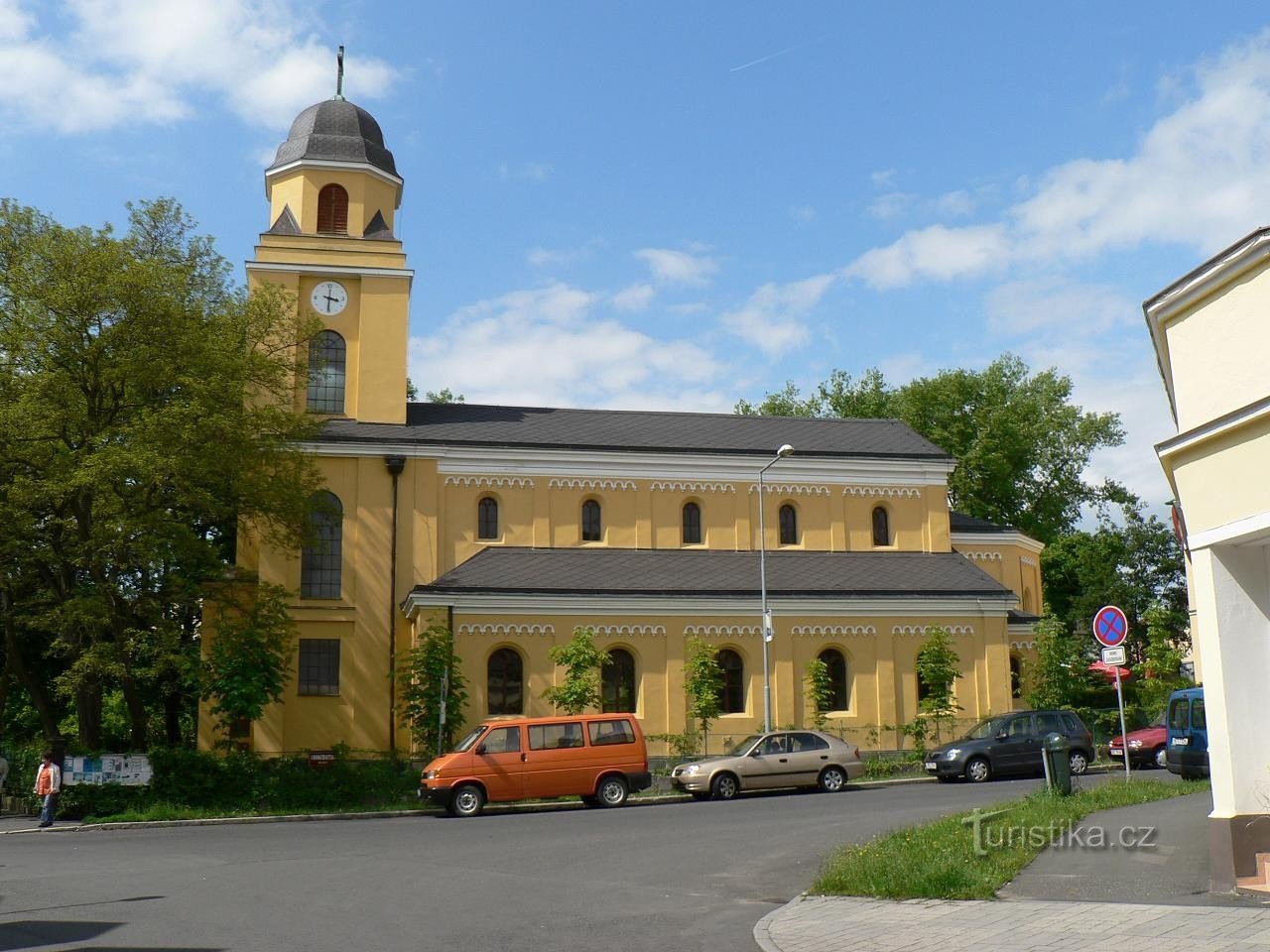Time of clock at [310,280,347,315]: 3:30
